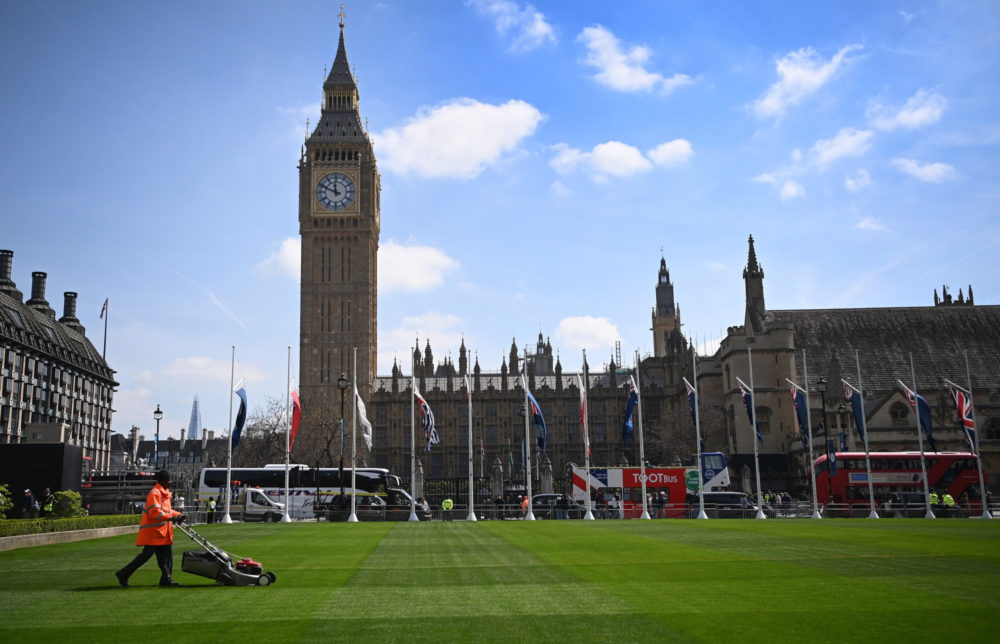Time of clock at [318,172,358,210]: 11:48
